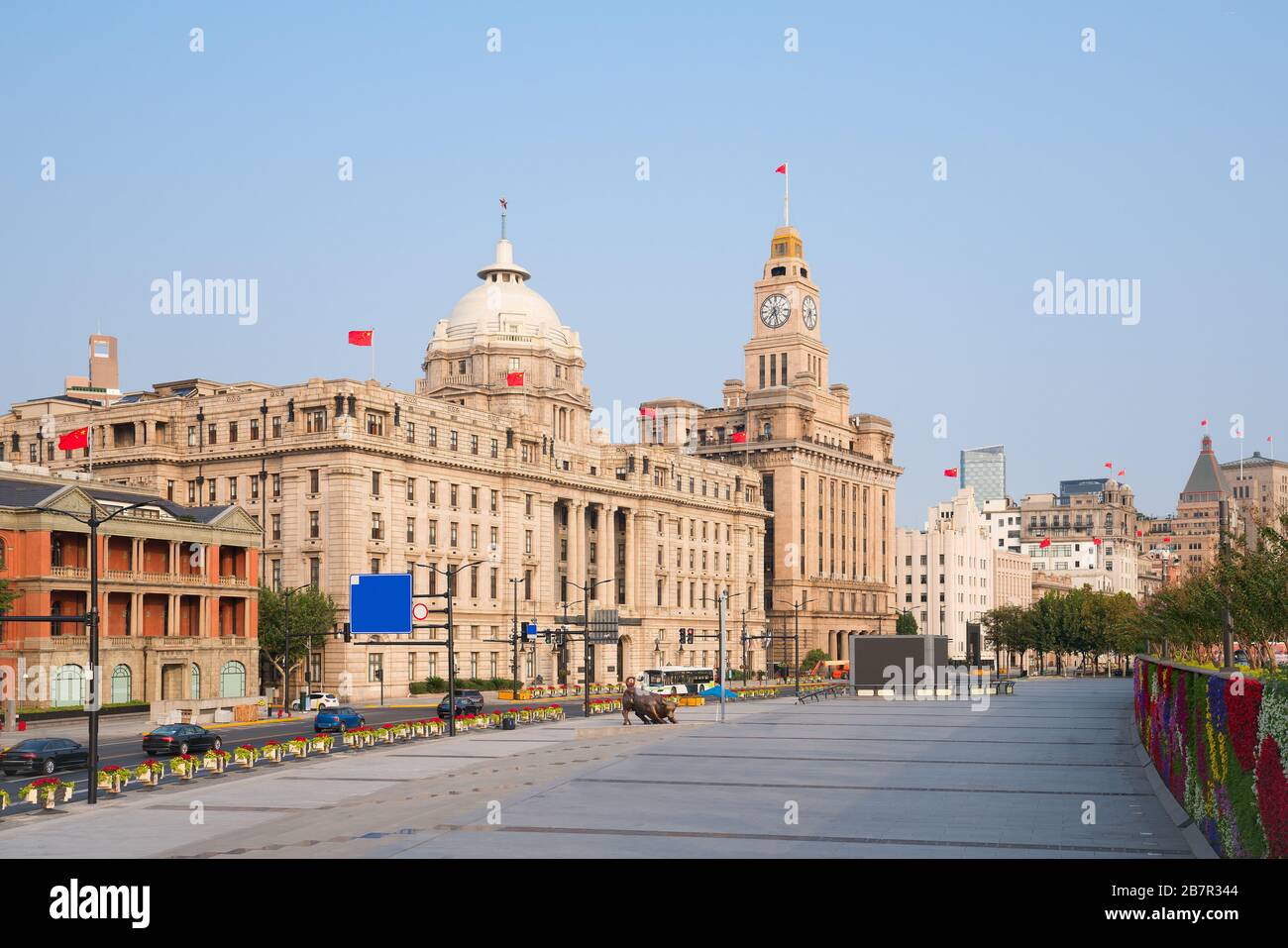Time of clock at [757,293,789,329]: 7:27
